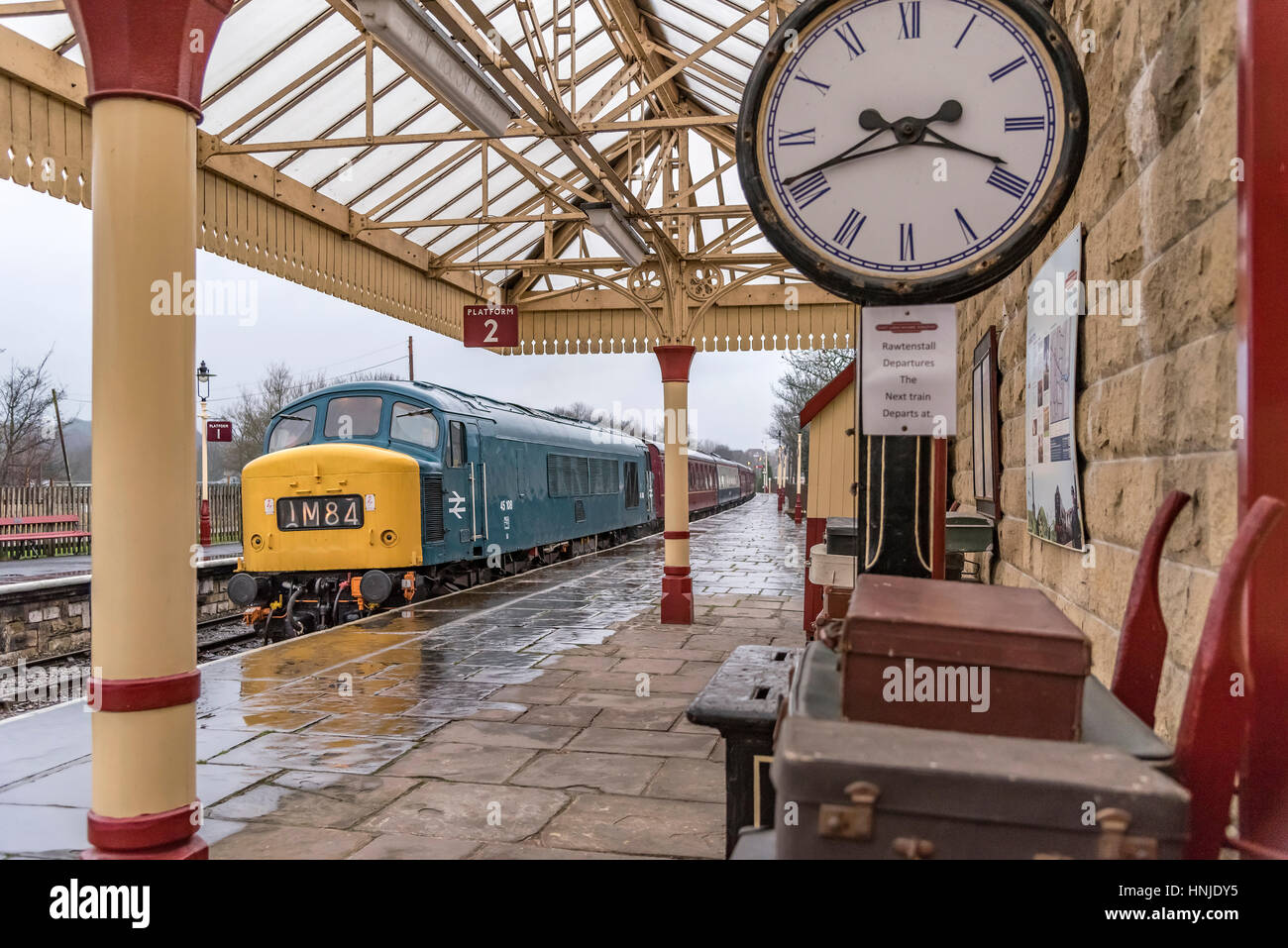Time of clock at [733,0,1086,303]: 3:41
